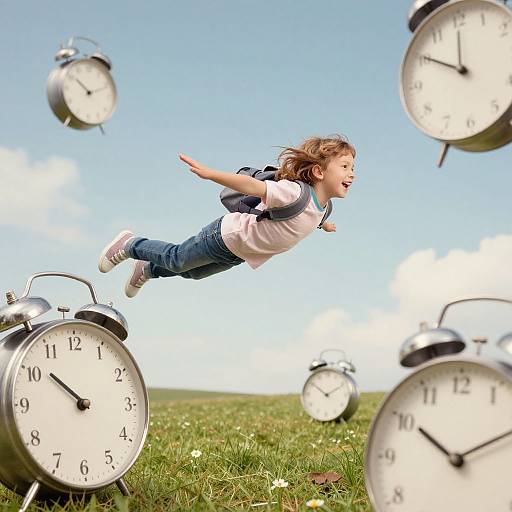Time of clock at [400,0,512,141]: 11:50
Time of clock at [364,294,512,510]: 10:10
